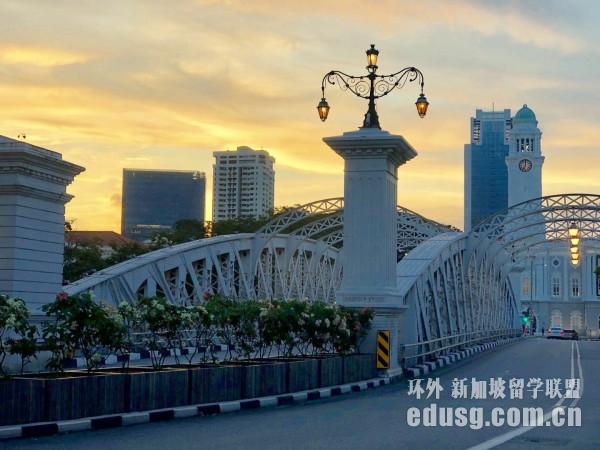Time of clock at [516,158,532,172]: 7:00
